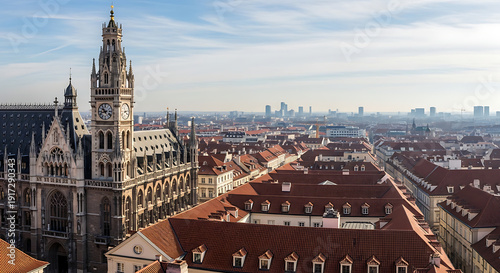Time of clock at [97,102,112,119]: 10:42
